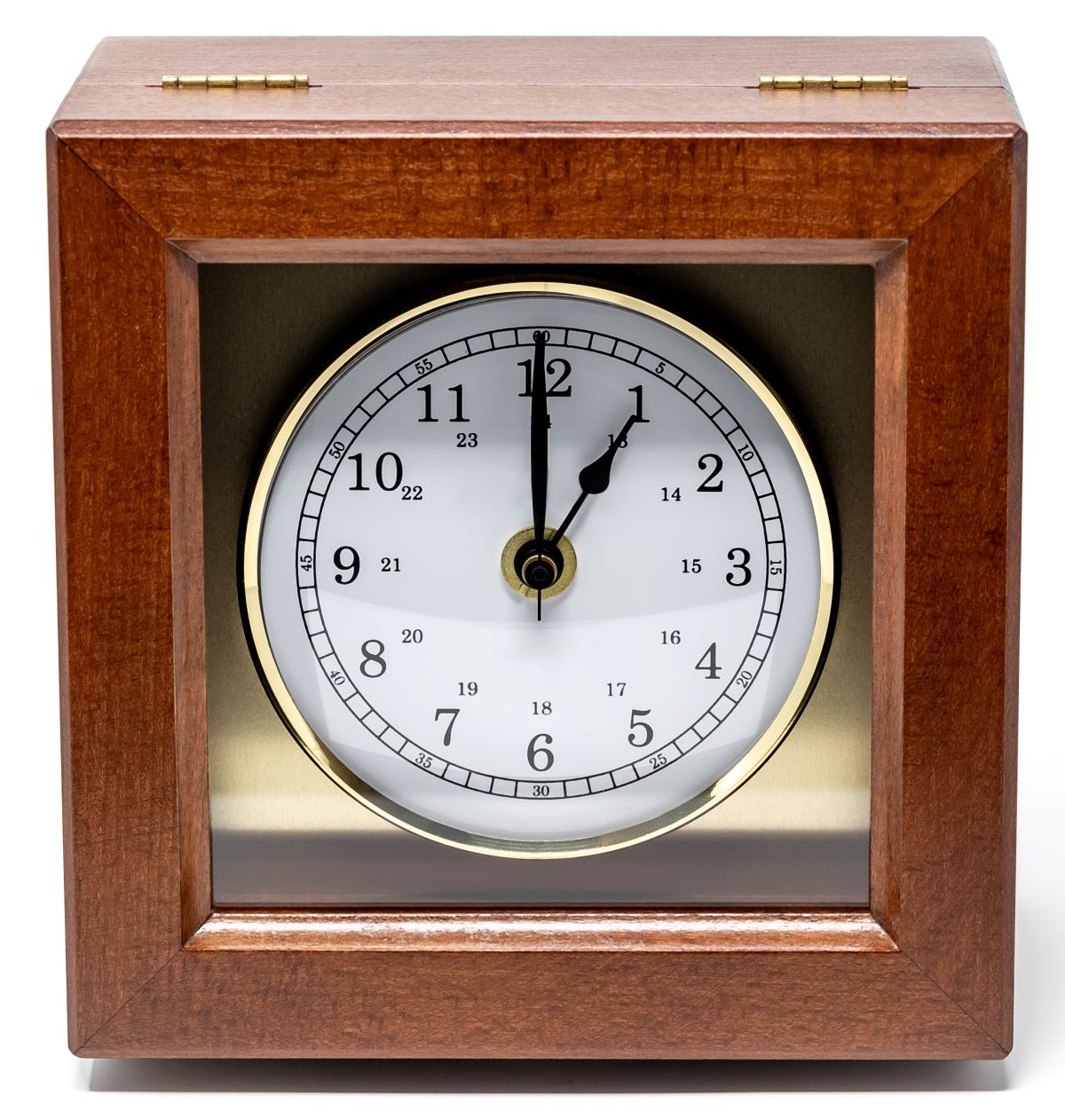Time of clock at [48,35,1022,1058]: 1:00
